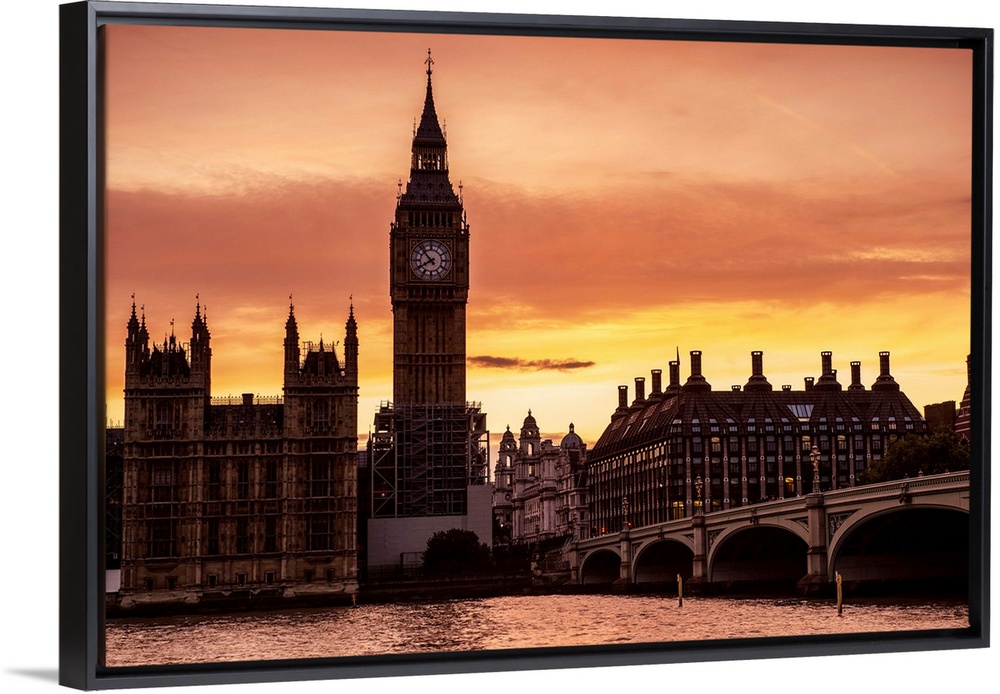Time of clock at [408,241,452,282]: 7:52
